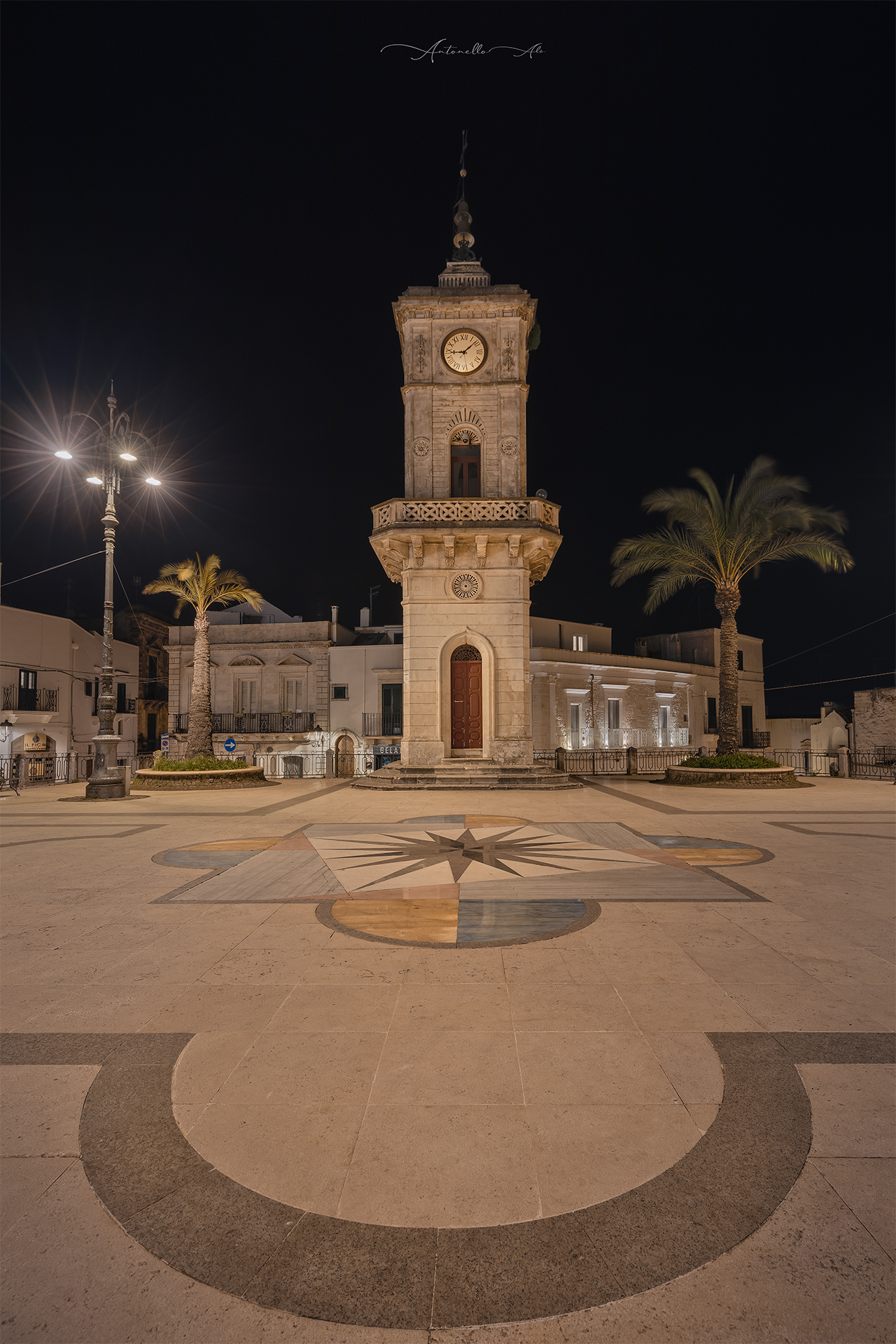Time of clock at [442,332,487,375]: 9:08
